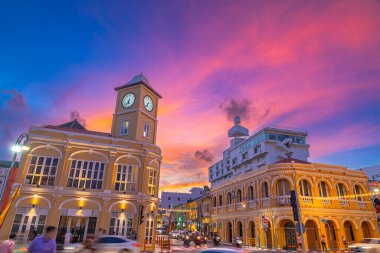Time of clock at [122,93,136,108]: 6:36
